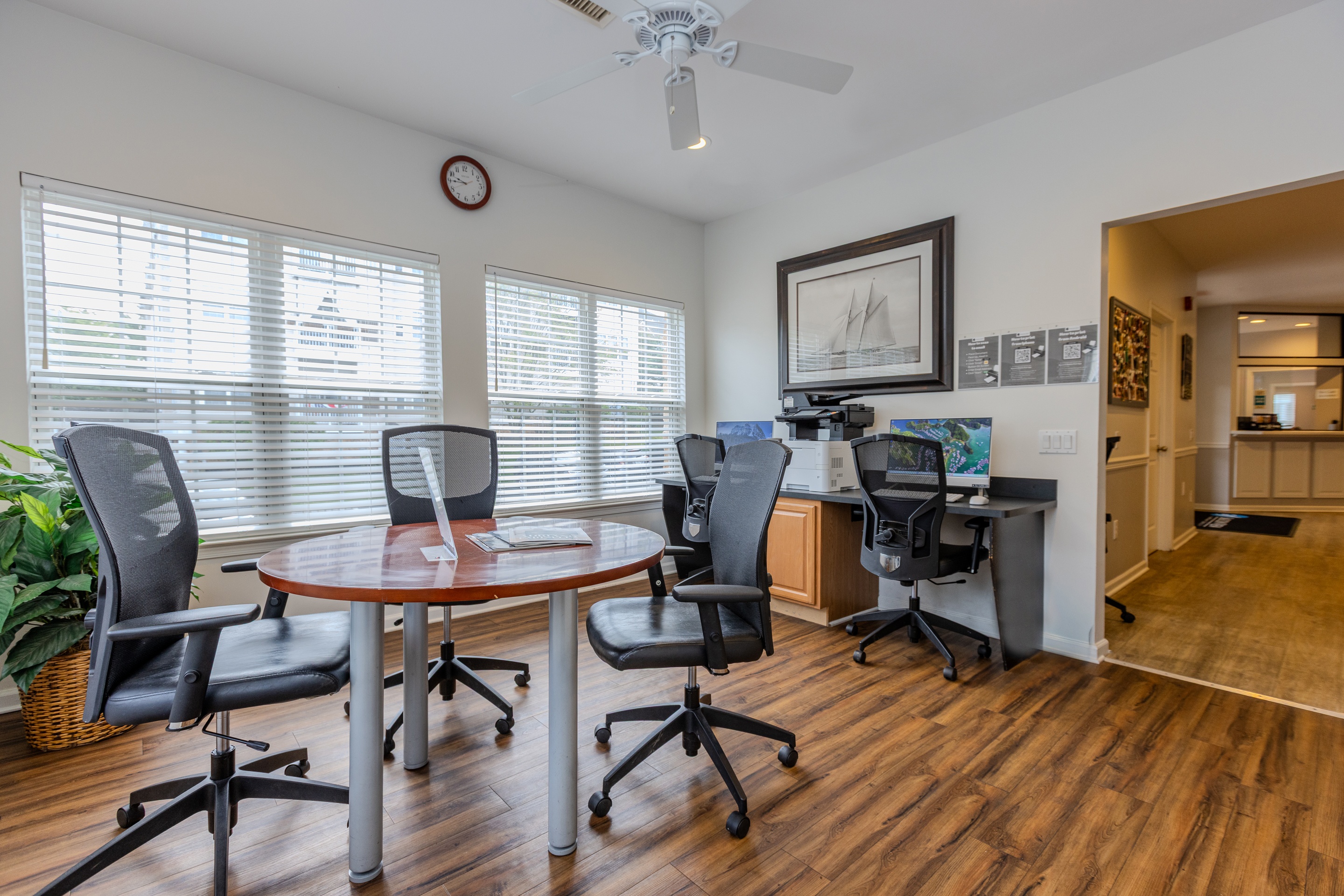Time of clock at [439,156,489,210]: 9:45
